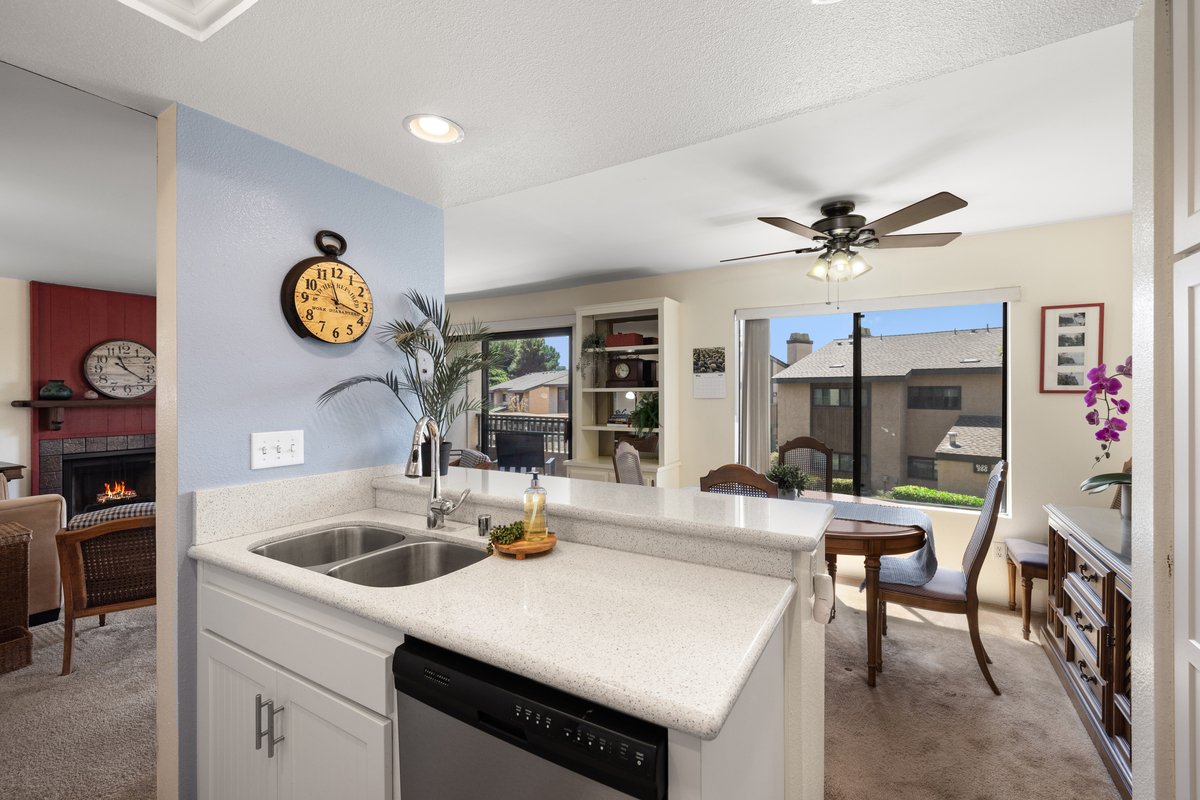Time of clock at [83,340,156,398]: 11:21
